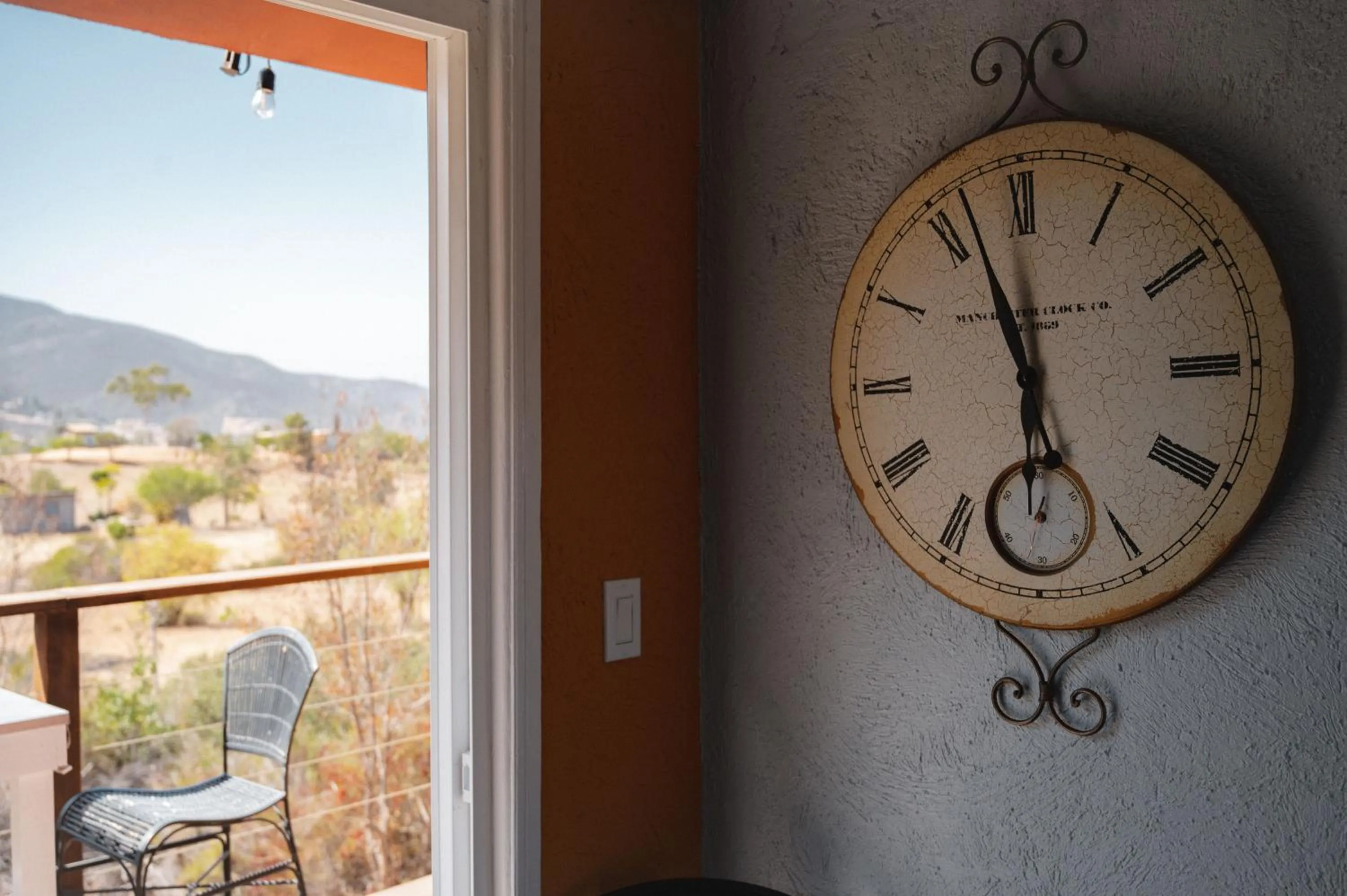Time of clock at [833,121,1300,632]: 5:56
